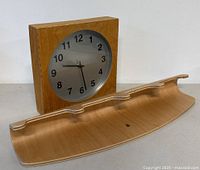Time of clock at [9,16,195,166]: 9:28
